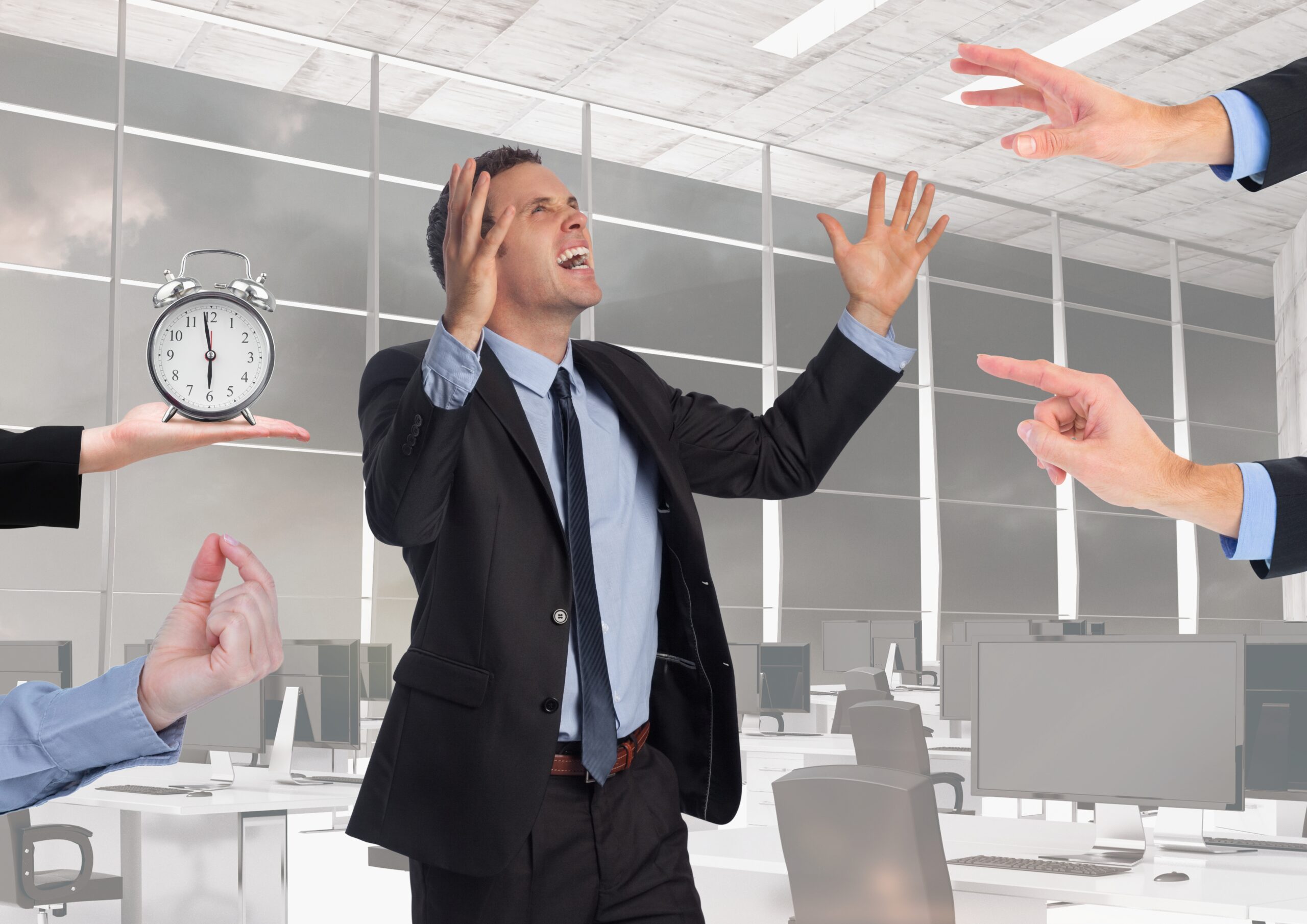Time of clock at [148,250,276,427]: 5:58
